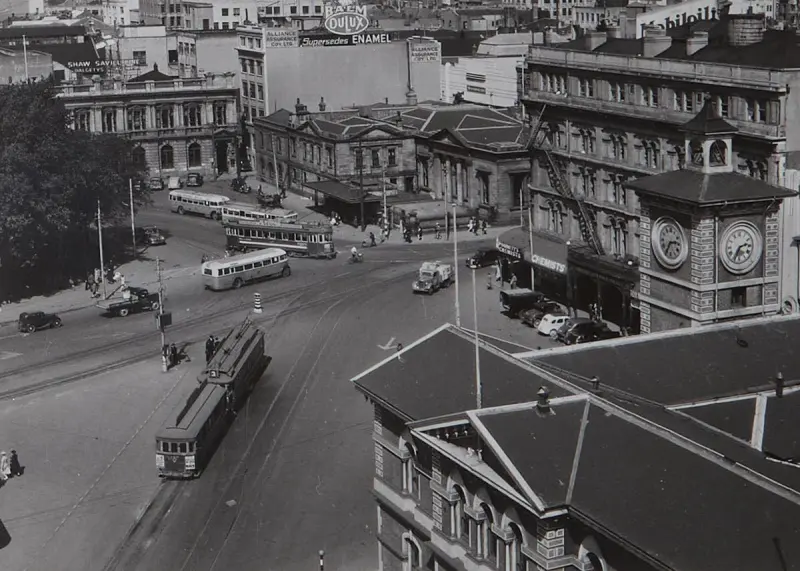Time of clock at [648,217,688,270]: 2:35
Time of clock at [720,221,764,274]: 2:34
